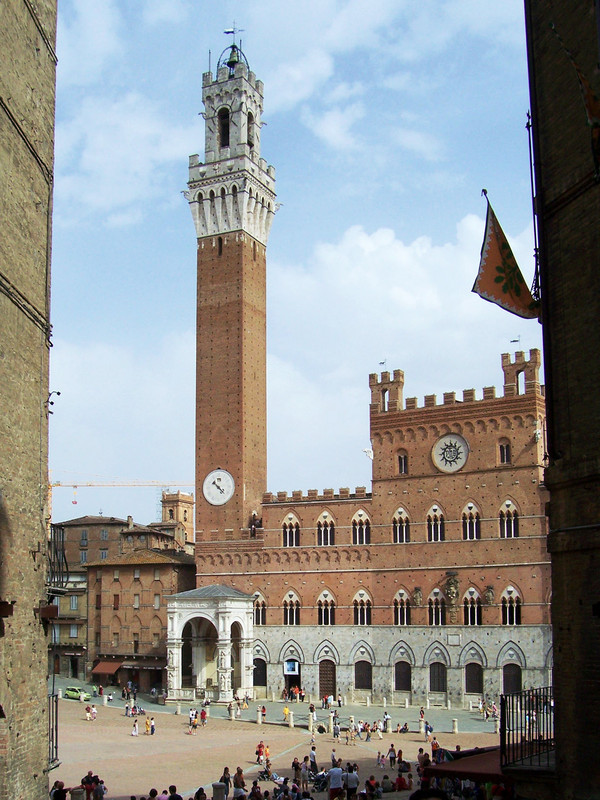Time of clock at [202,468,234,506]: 10:22
